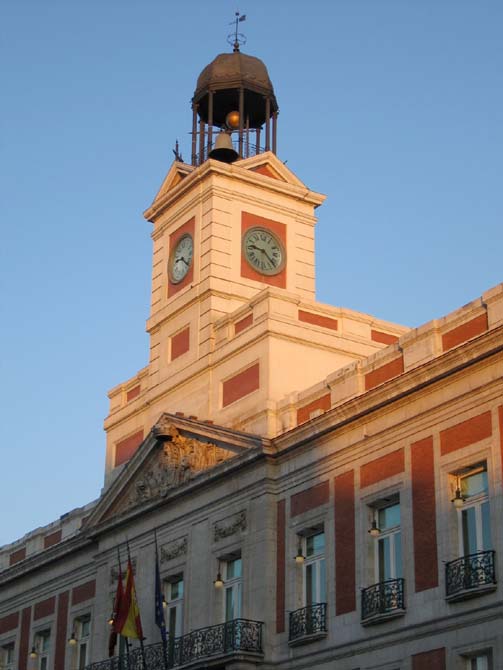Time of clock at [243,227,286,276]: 9:22
